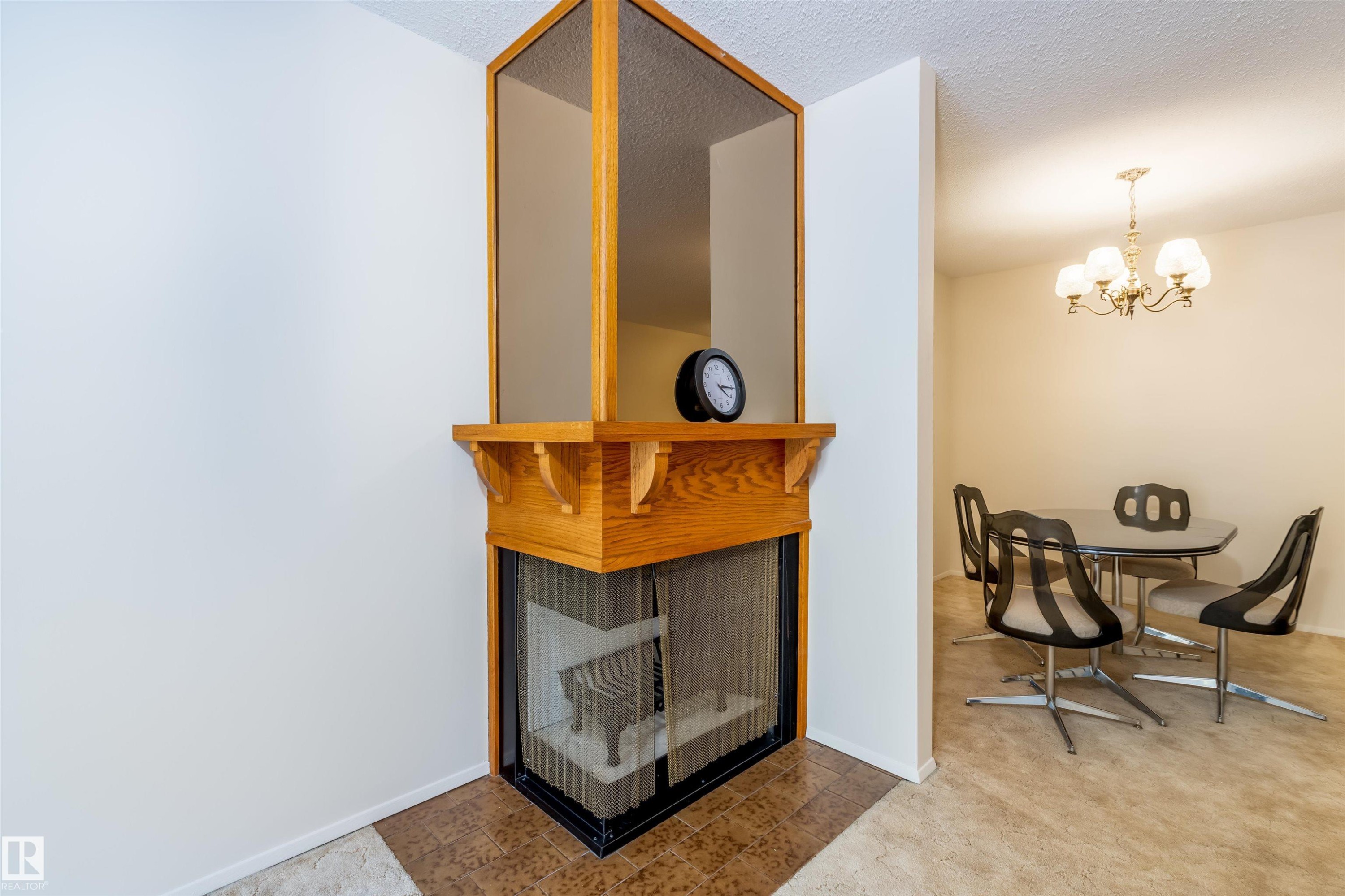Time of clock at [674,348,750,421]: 4:15
